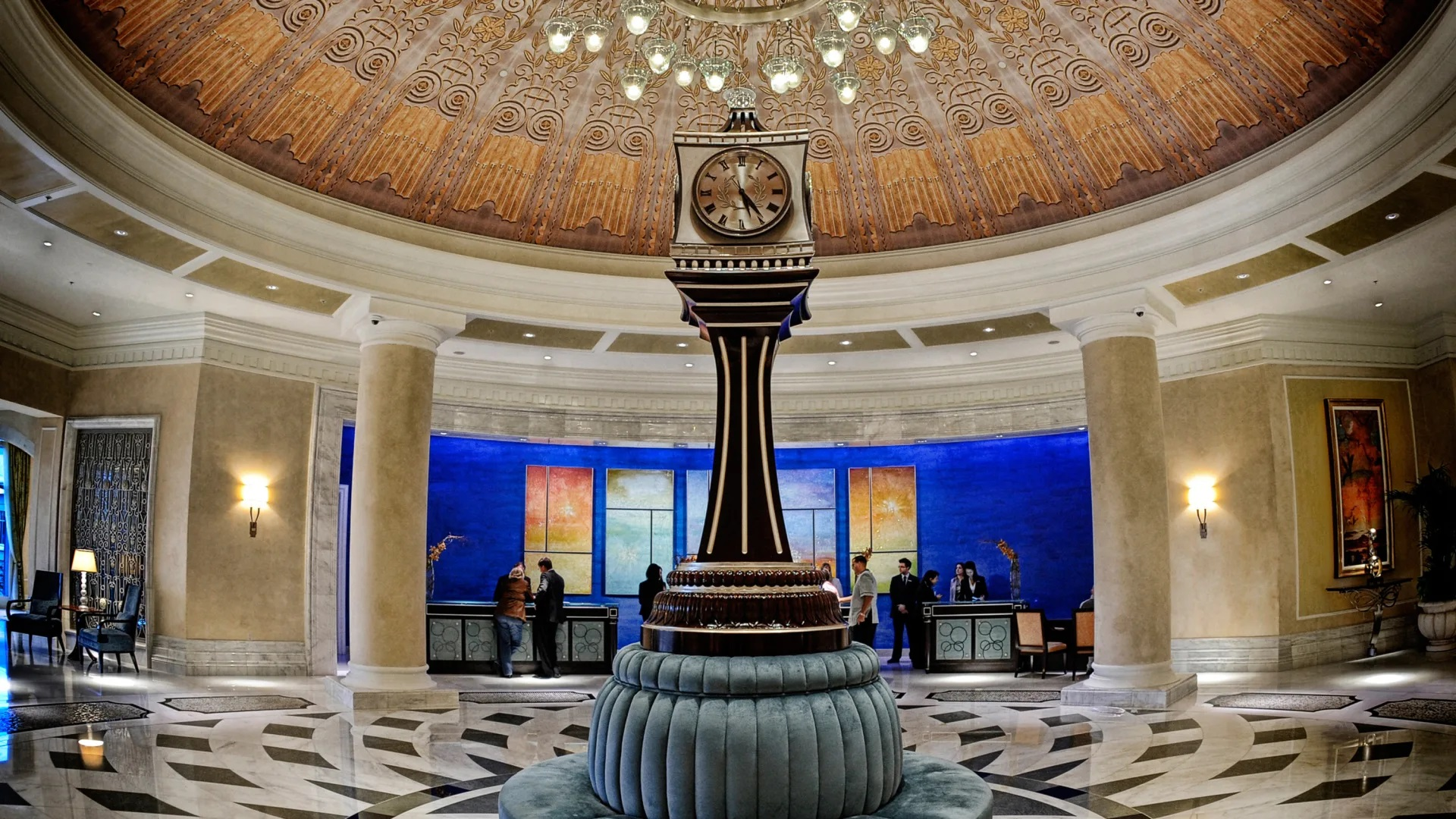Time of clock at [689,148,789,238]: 5:24
